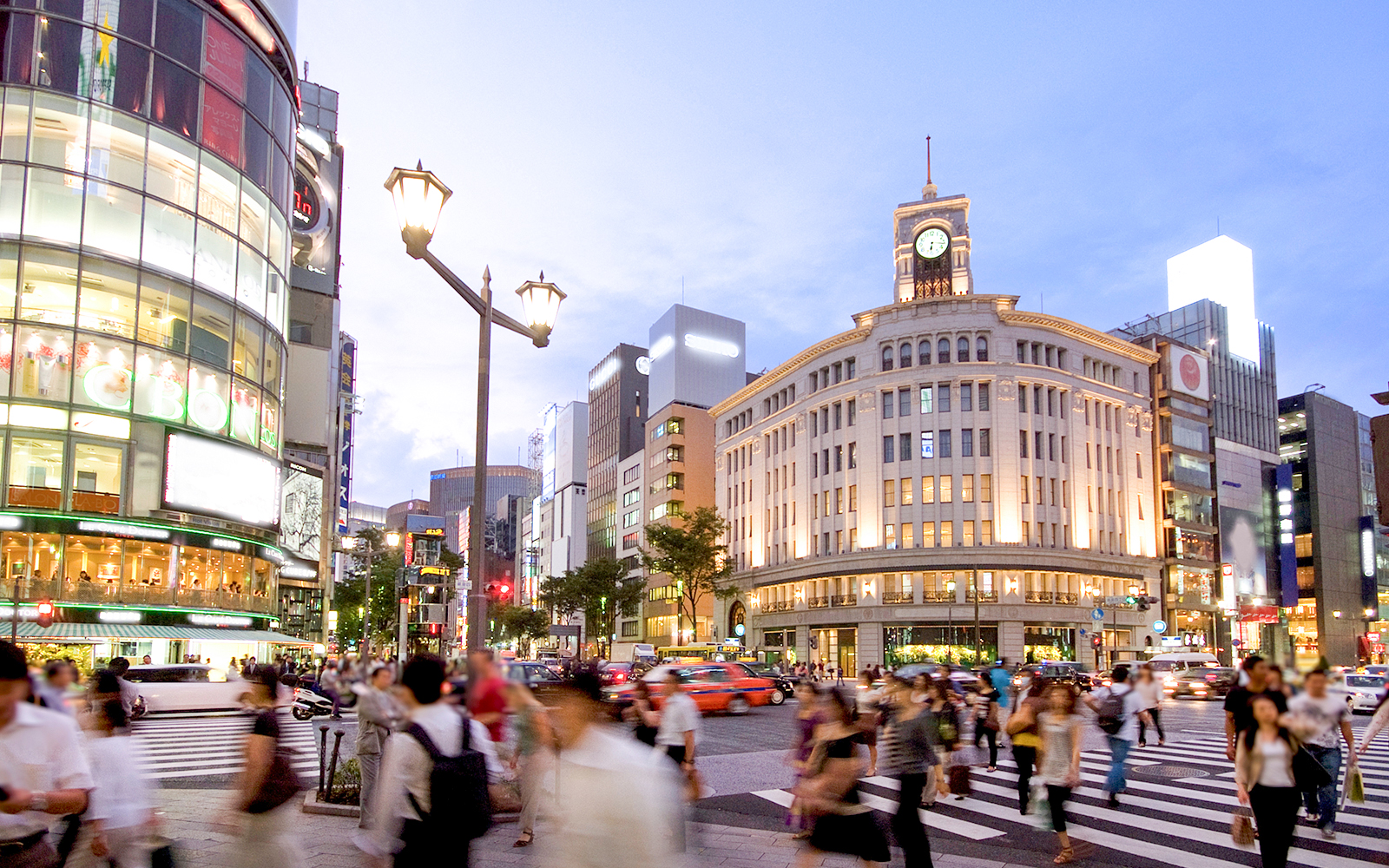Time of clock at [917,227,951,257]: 6:16
